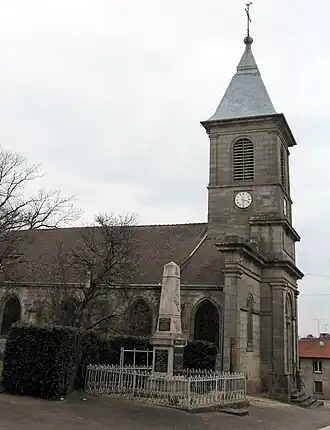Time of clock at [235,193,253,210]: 3:29
